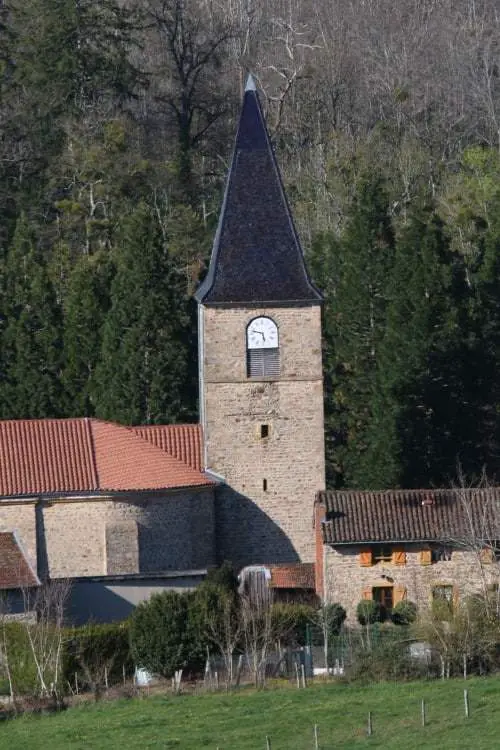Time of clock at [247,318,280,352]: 5:47
